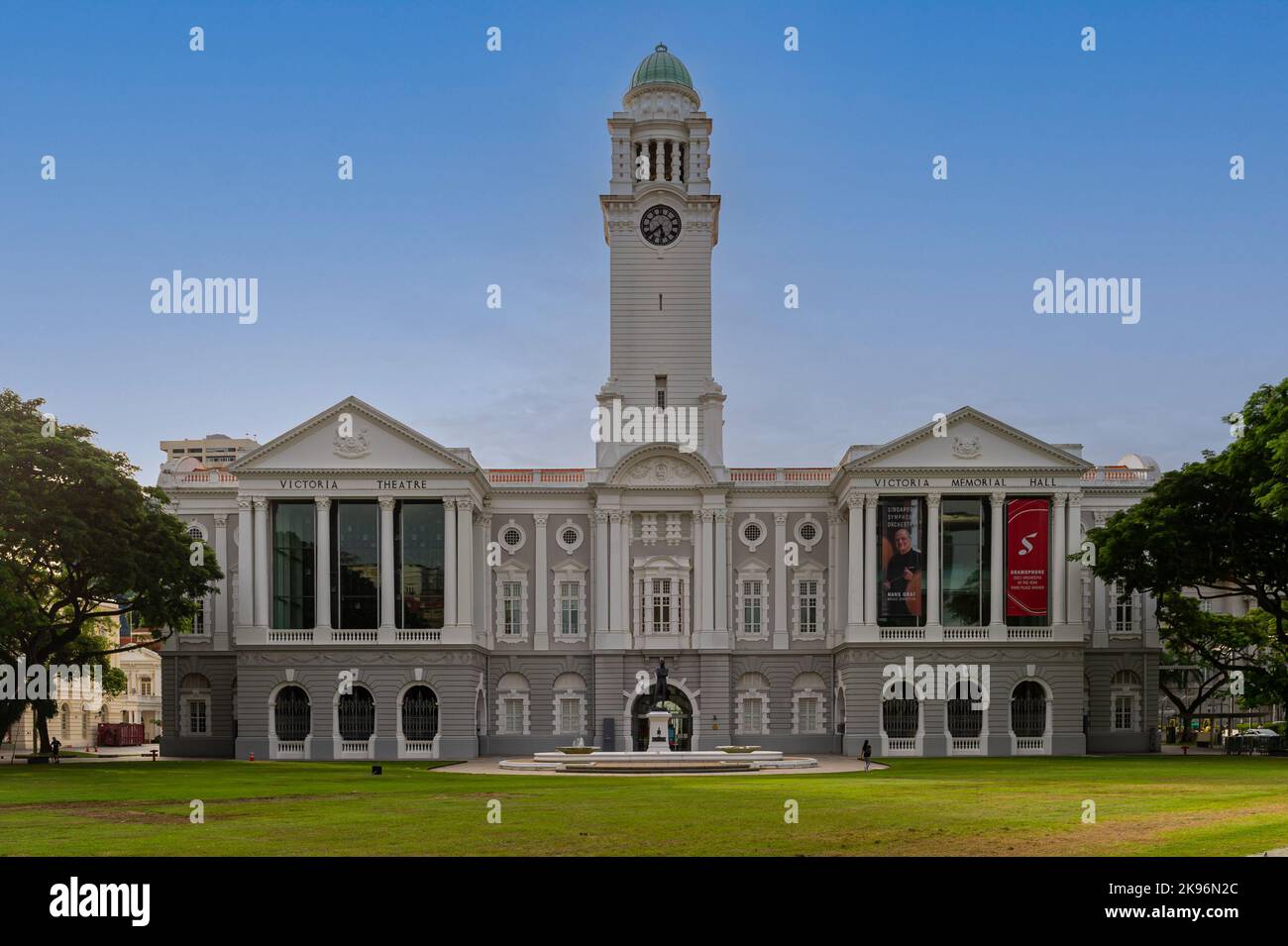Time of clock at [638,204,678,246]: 5:38
